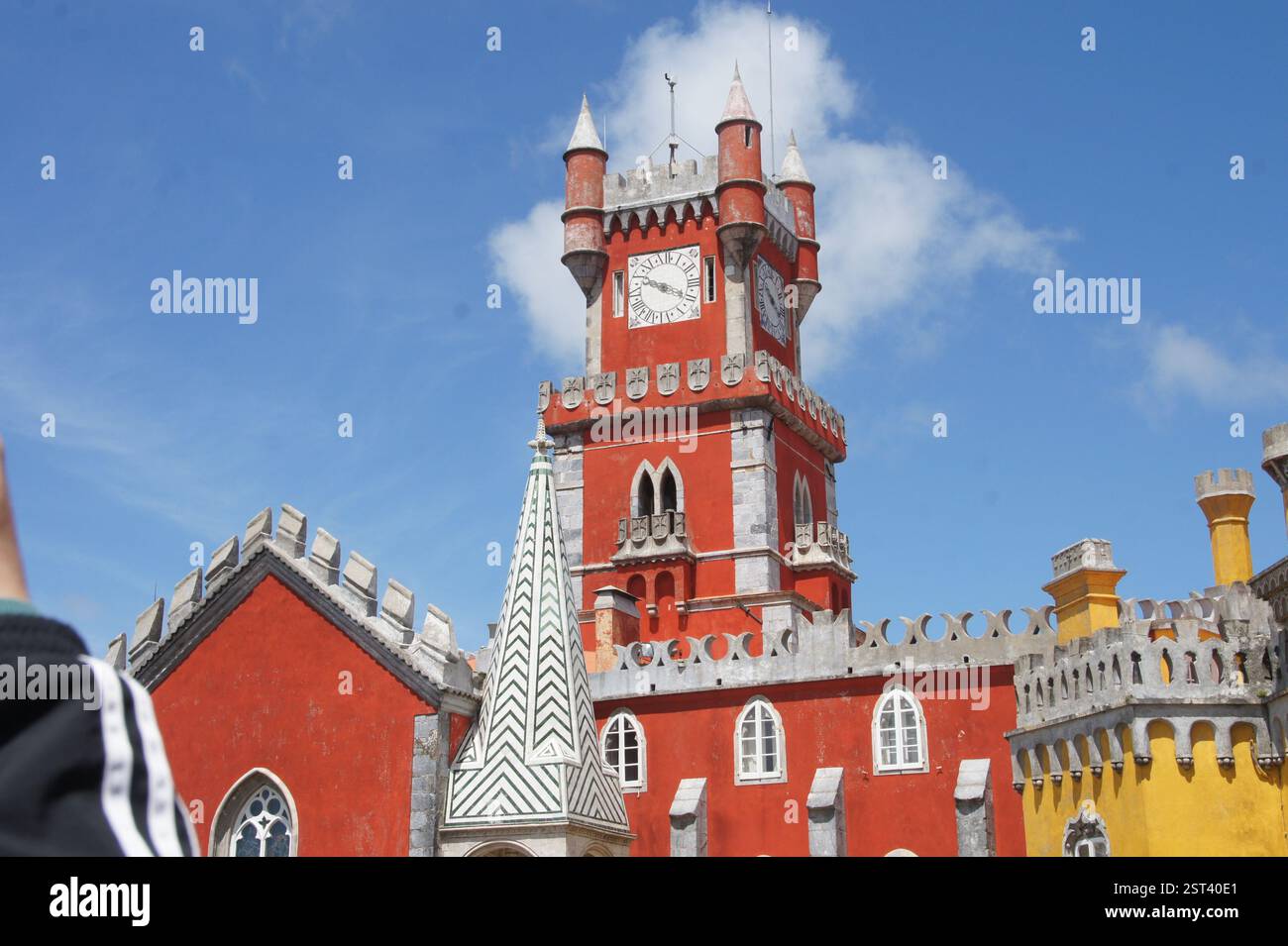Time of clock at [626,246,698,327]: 9:18
